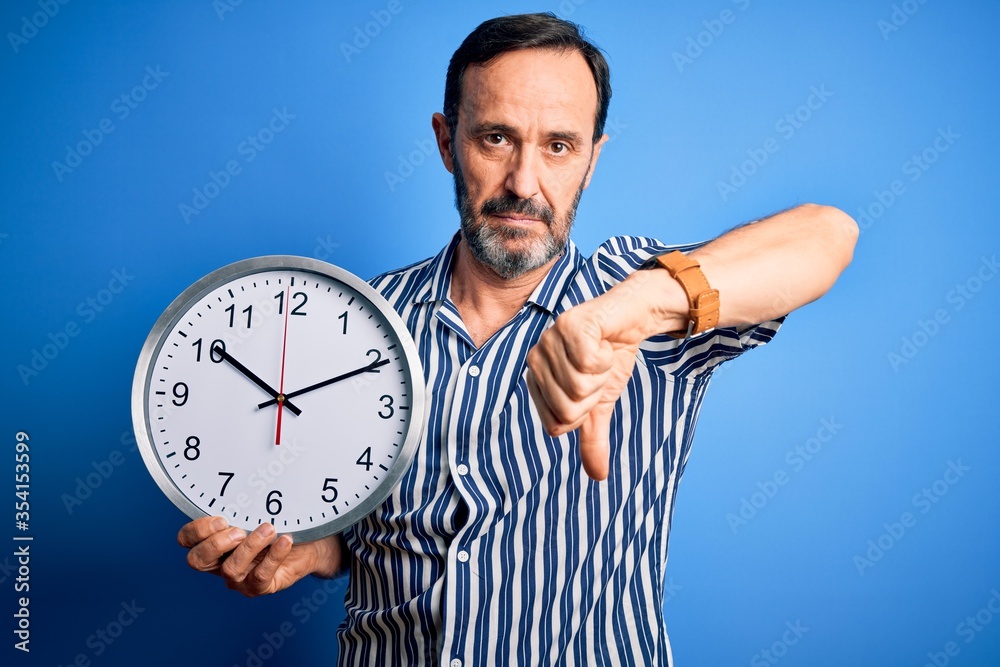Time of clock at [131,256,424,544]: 10:10
